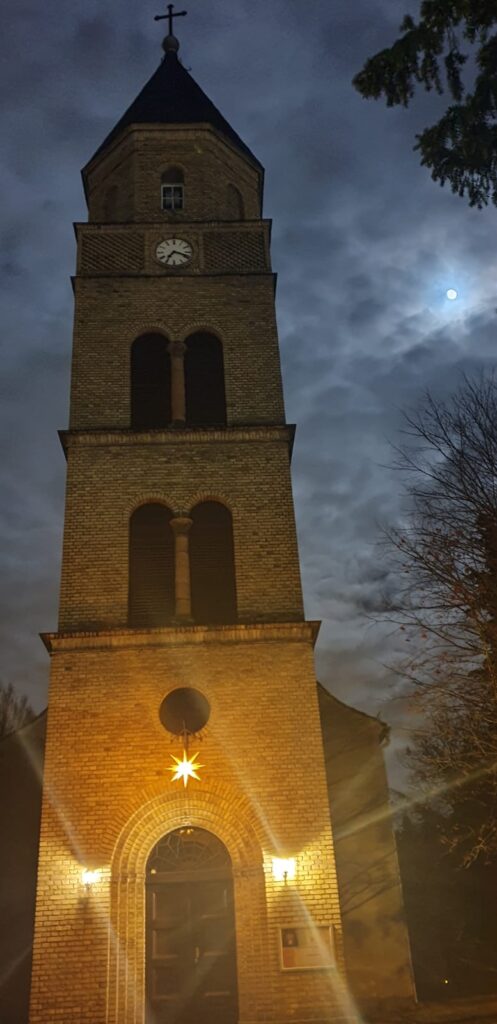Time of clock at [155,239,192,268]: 7:18
